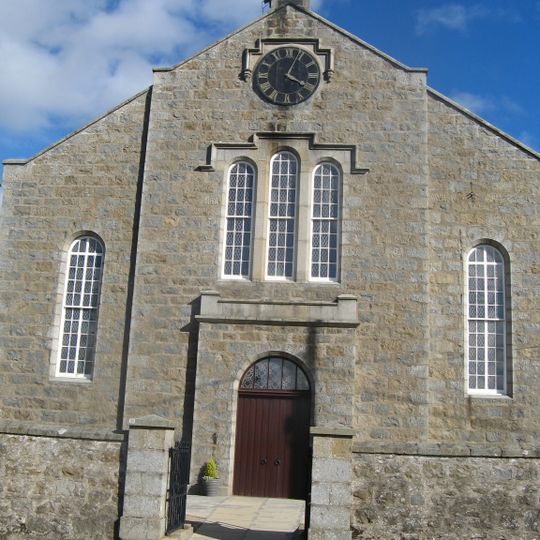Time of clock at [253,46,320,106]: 4:03
